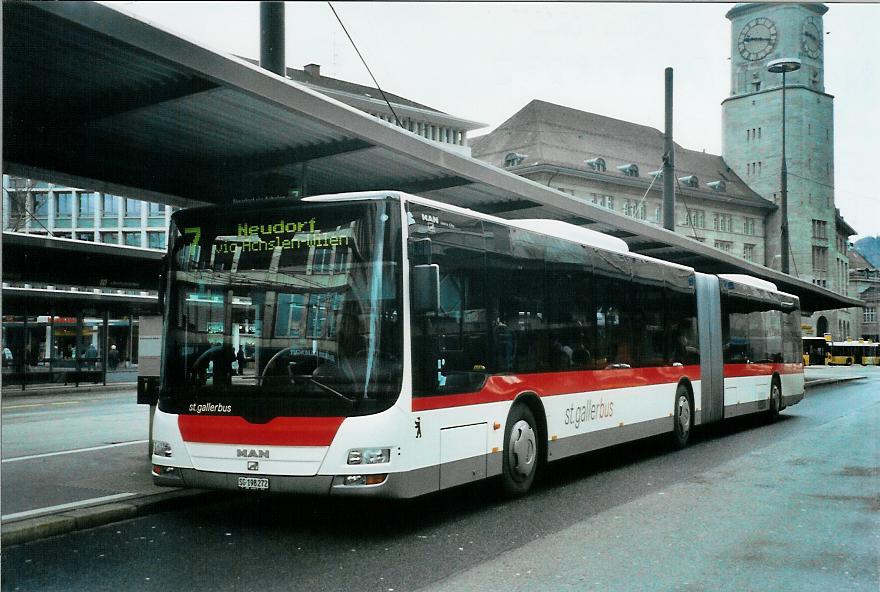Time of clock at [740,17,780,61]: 9:17
